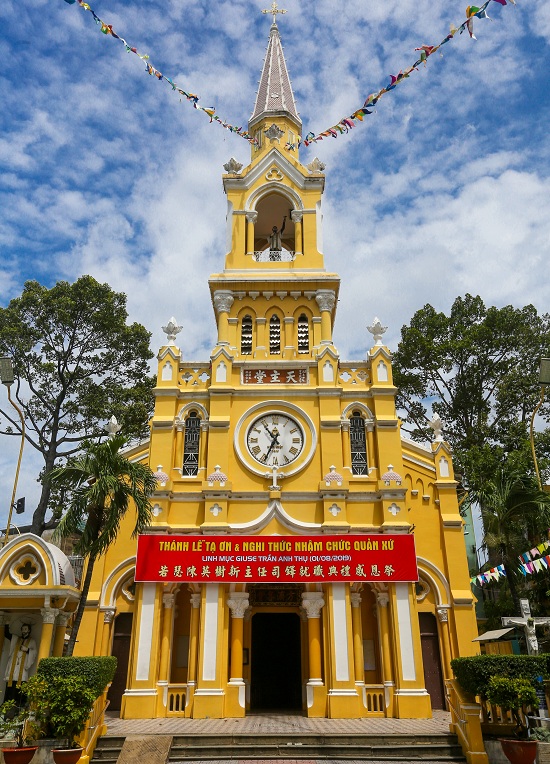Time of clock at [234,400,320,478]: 10:34
